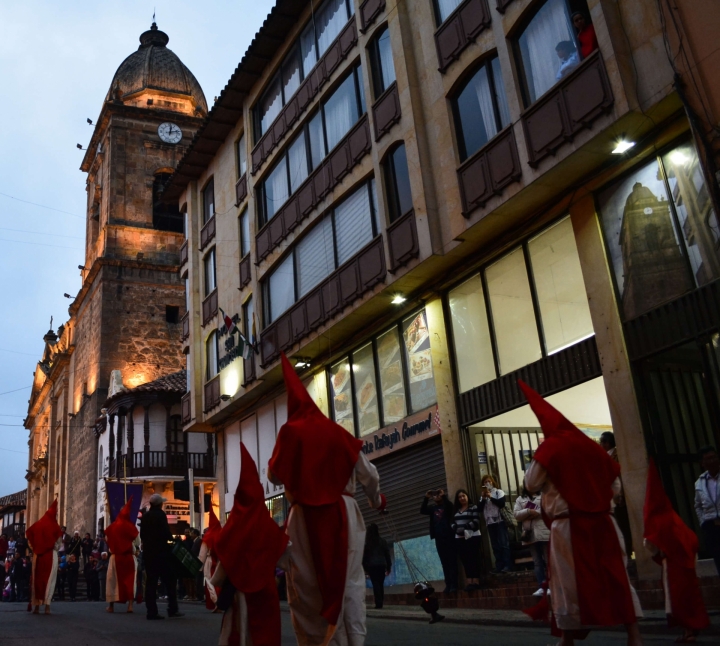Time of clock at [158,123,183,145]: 12:12
